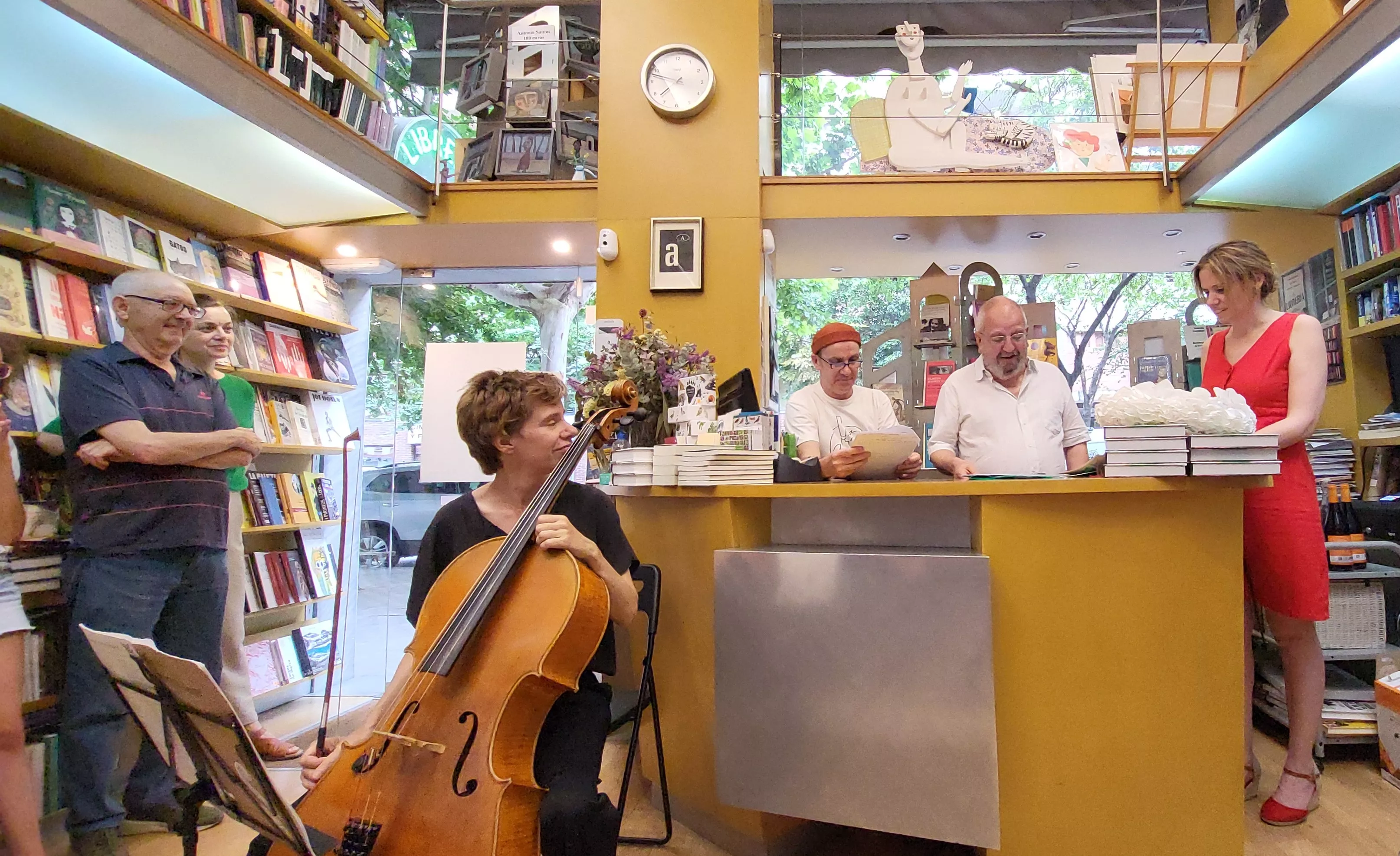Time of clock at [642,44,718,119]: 7:47
